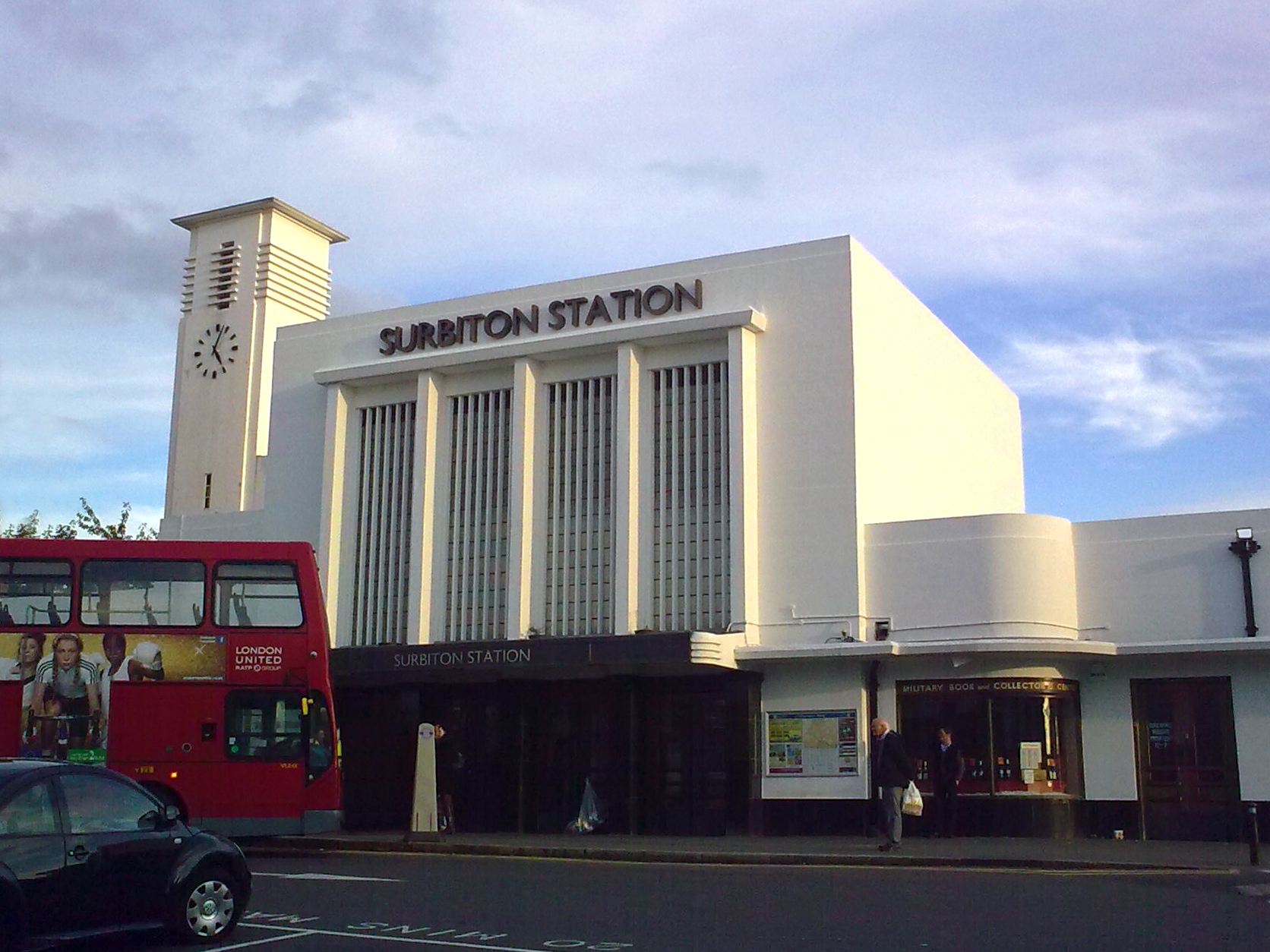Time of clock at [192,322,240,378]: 5:03
